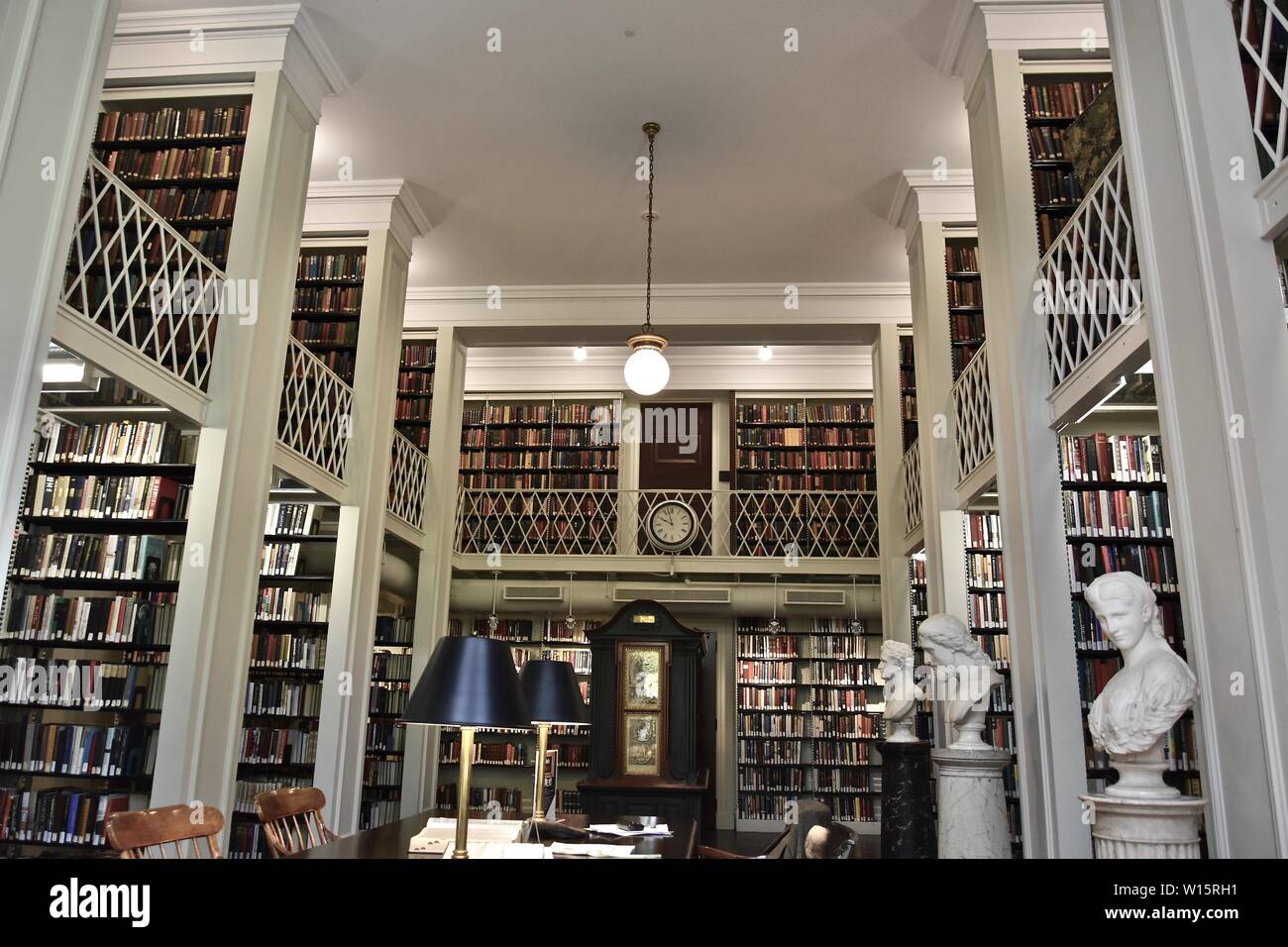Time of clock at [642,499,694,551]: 9:57
